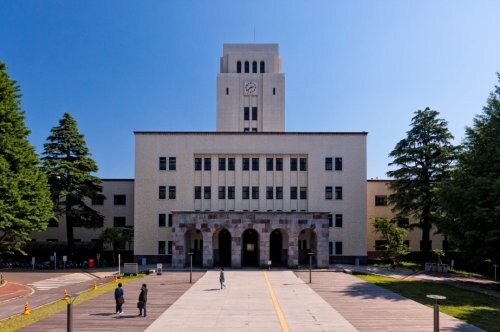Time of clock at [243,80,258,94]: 2:38
